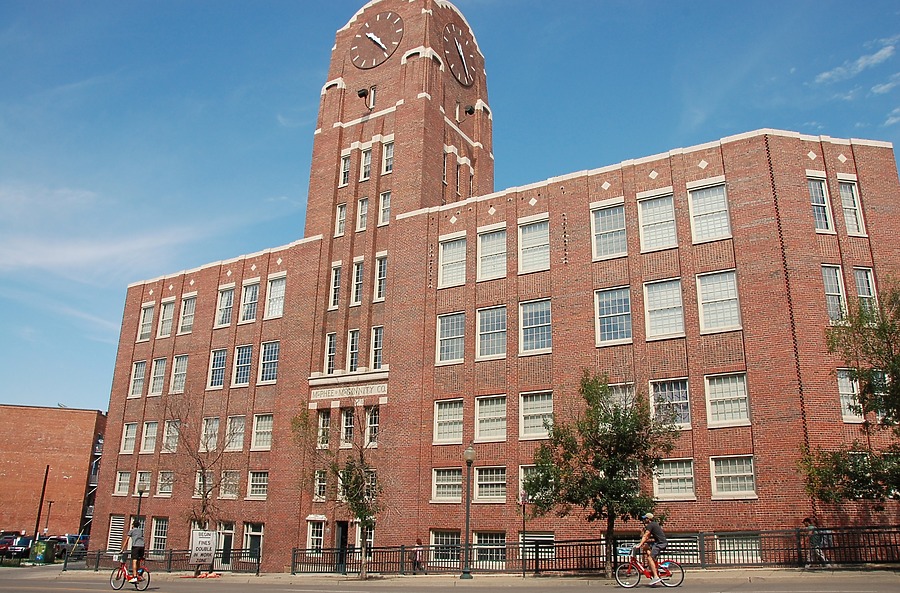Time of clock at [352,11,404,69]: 10:23
